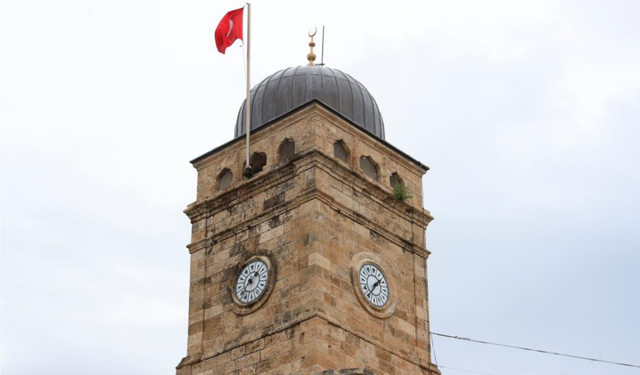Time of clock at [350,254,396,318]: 1:36
